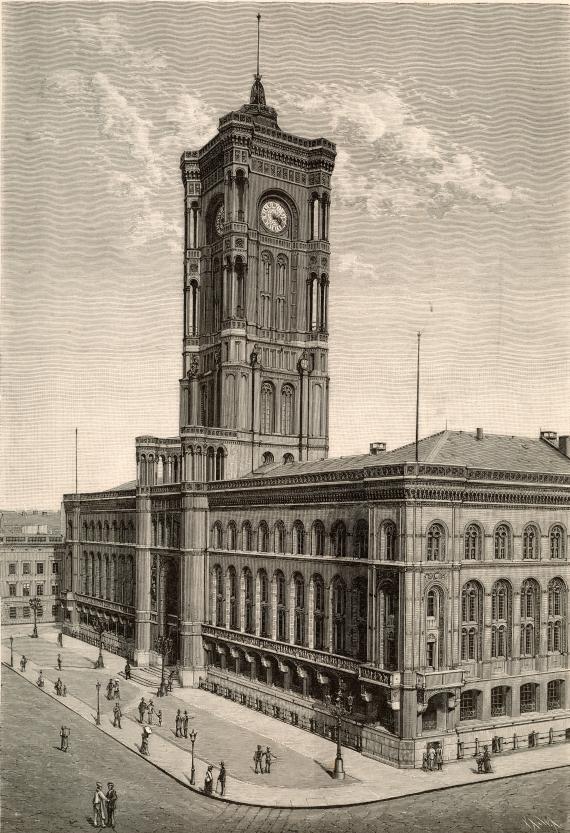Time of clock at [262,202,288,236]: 3:22
